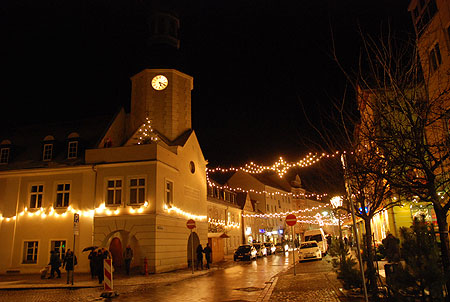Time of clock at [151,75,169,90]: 5:18
